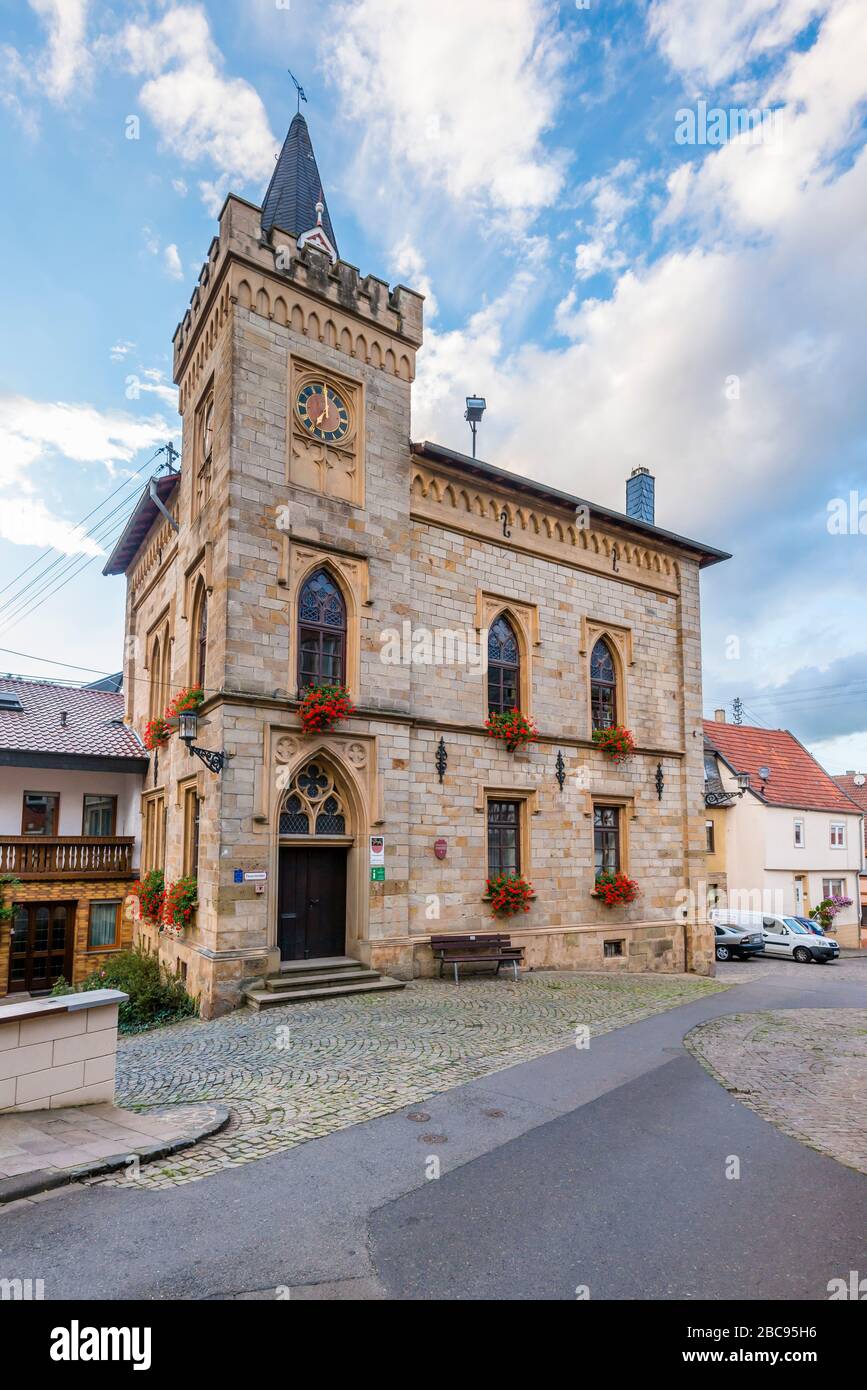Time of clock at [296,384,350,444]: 7:00
